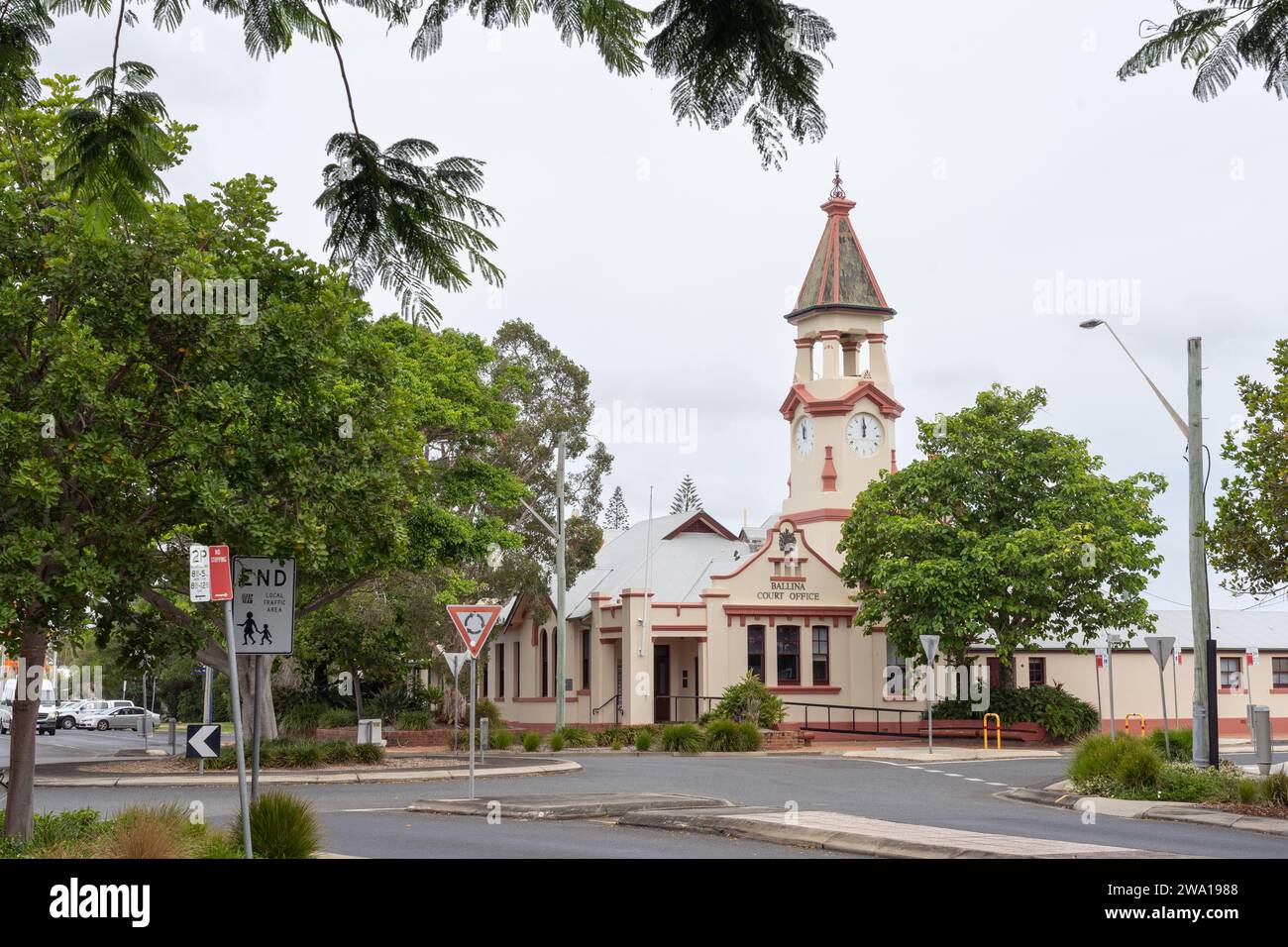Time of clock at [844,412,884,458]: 11:59
